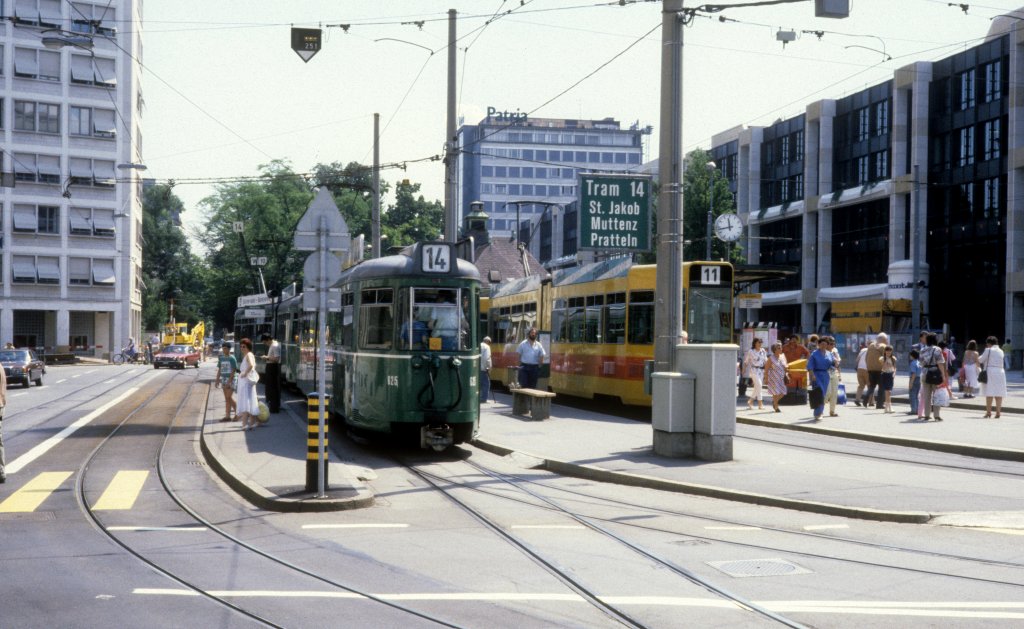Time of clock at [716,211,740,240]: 11:42
